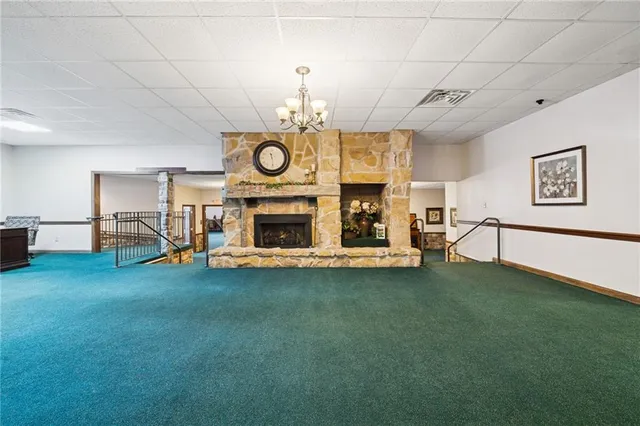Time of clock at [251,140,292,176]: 11:29
